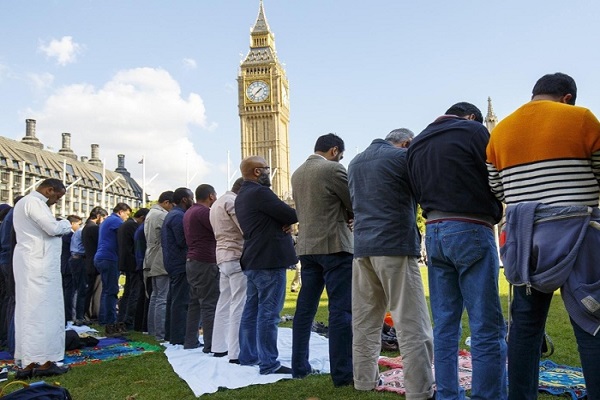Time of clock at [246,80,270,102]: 1:37
